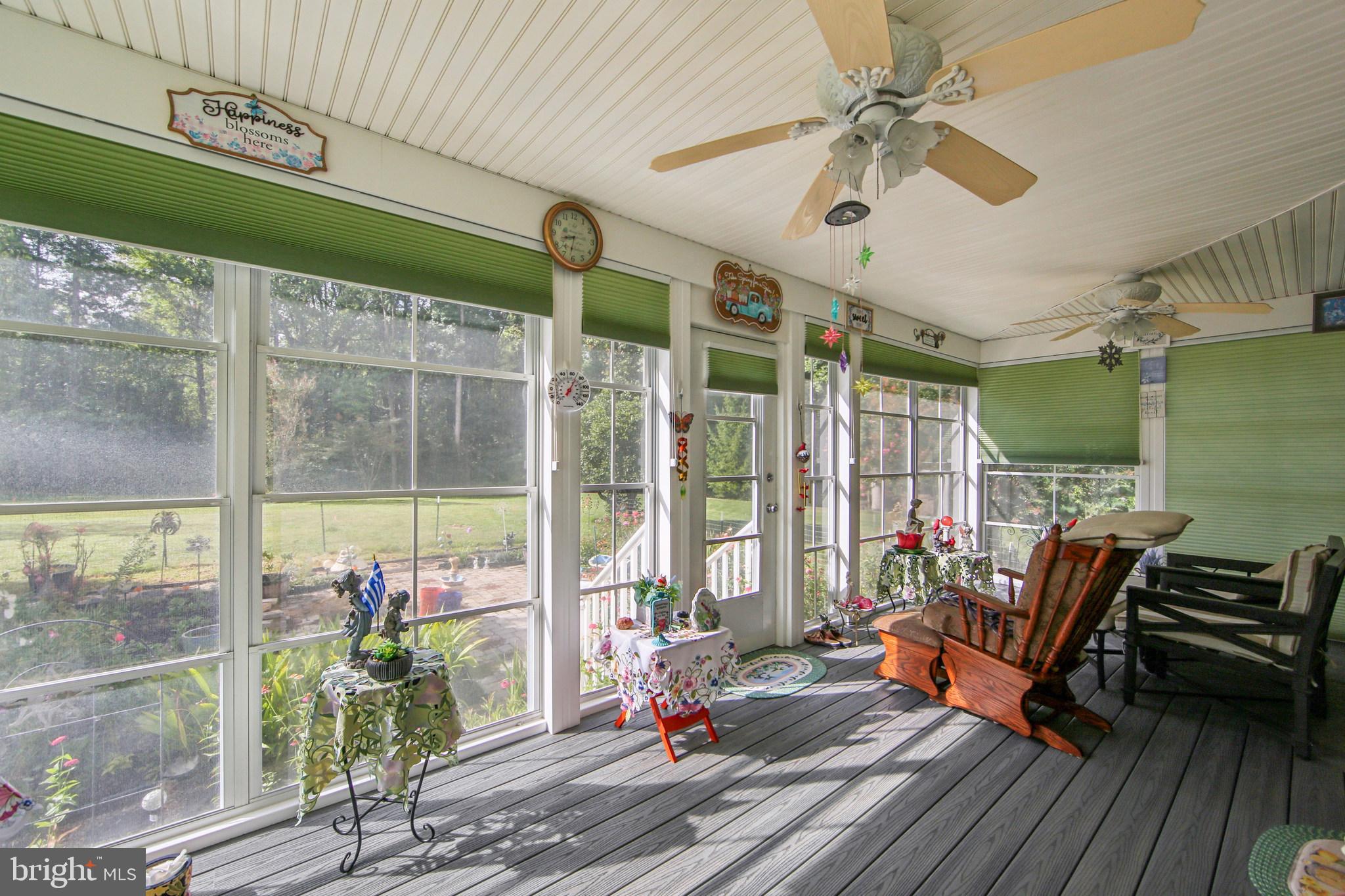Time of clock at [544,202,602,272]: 8:32
